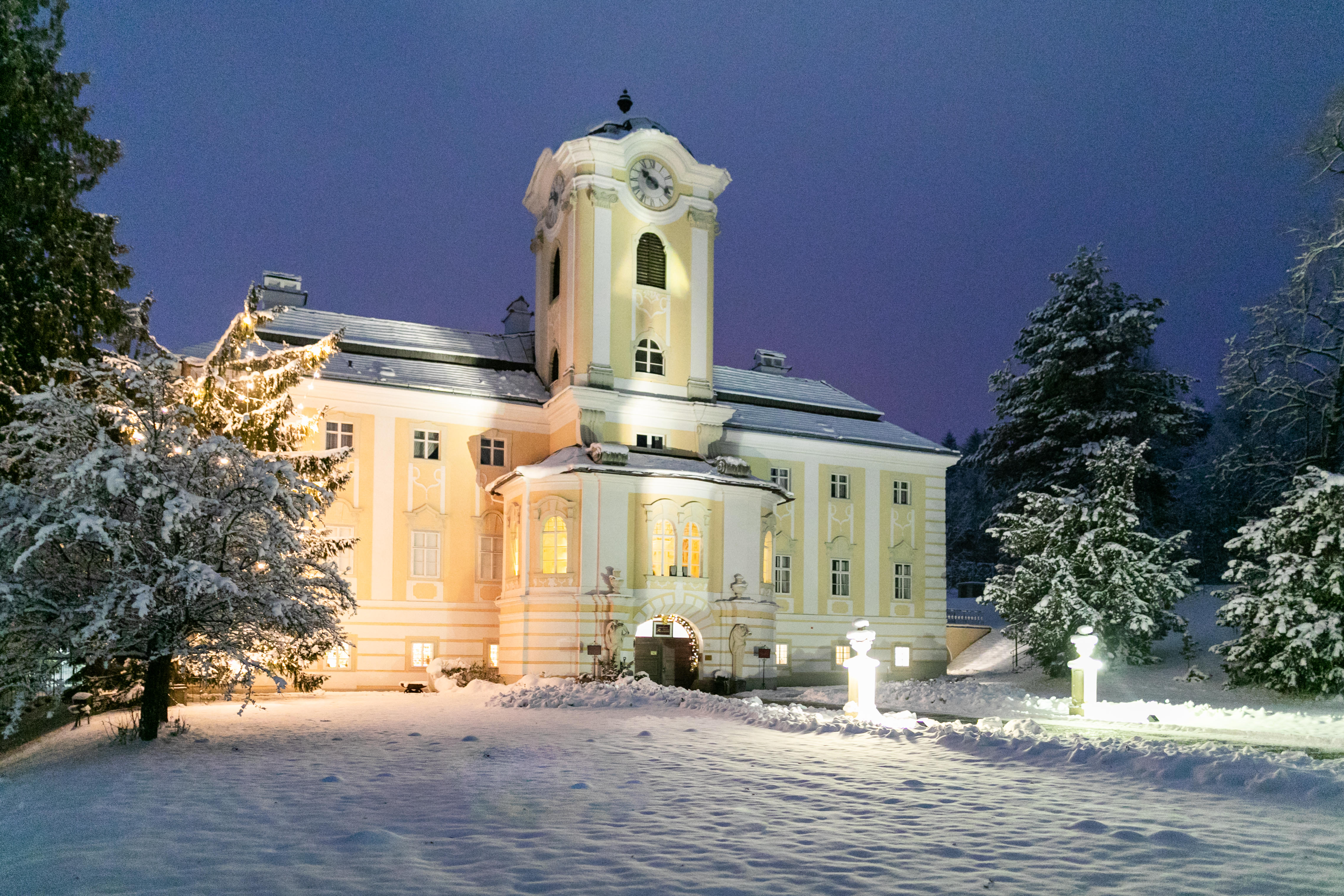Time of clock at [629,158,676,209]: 10:18
